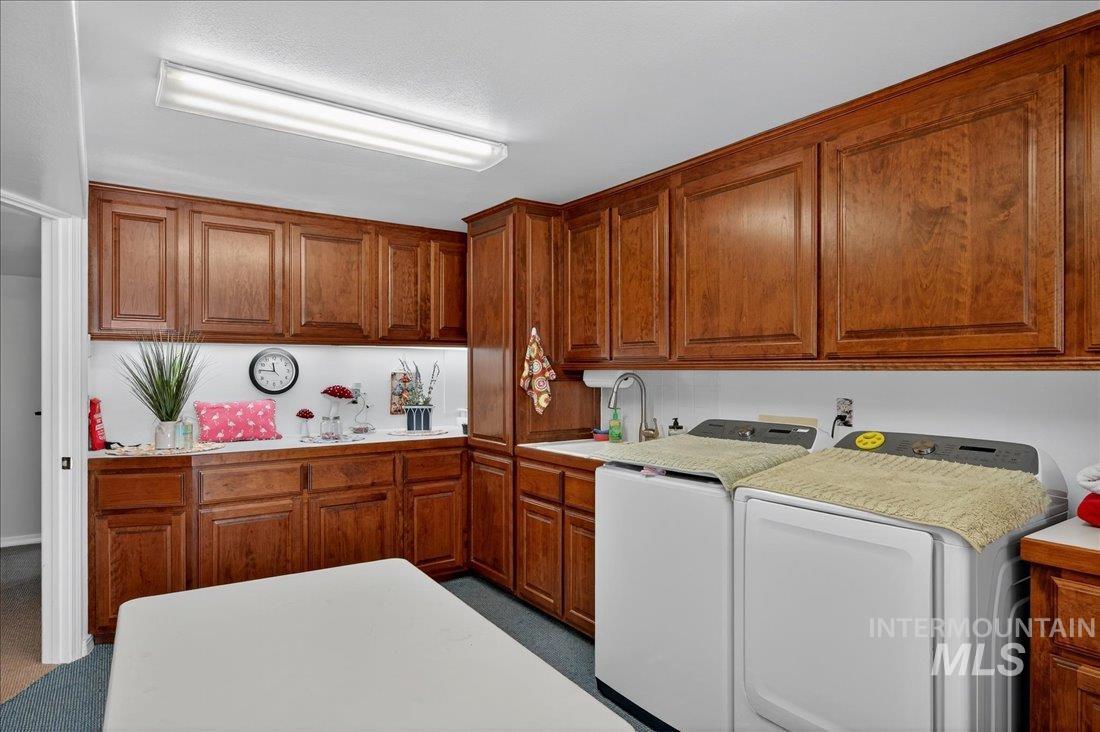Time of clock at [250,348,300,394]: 11:46
